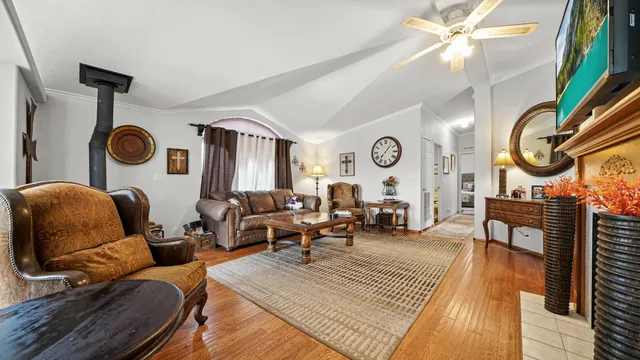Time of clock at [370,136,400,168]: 7:06
